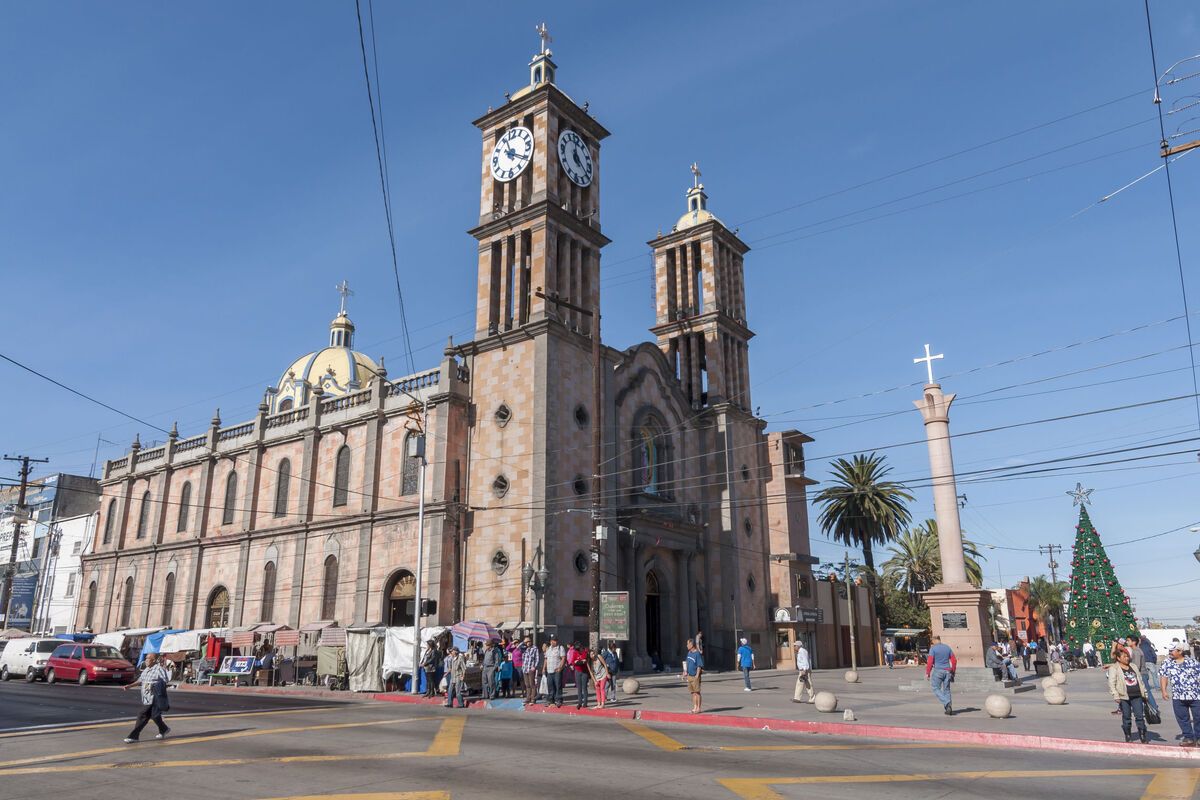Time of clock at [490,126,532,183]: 11:19
